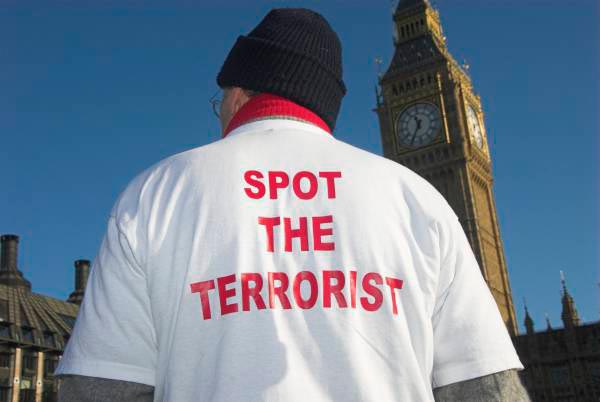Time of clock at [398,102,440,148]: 11:35
